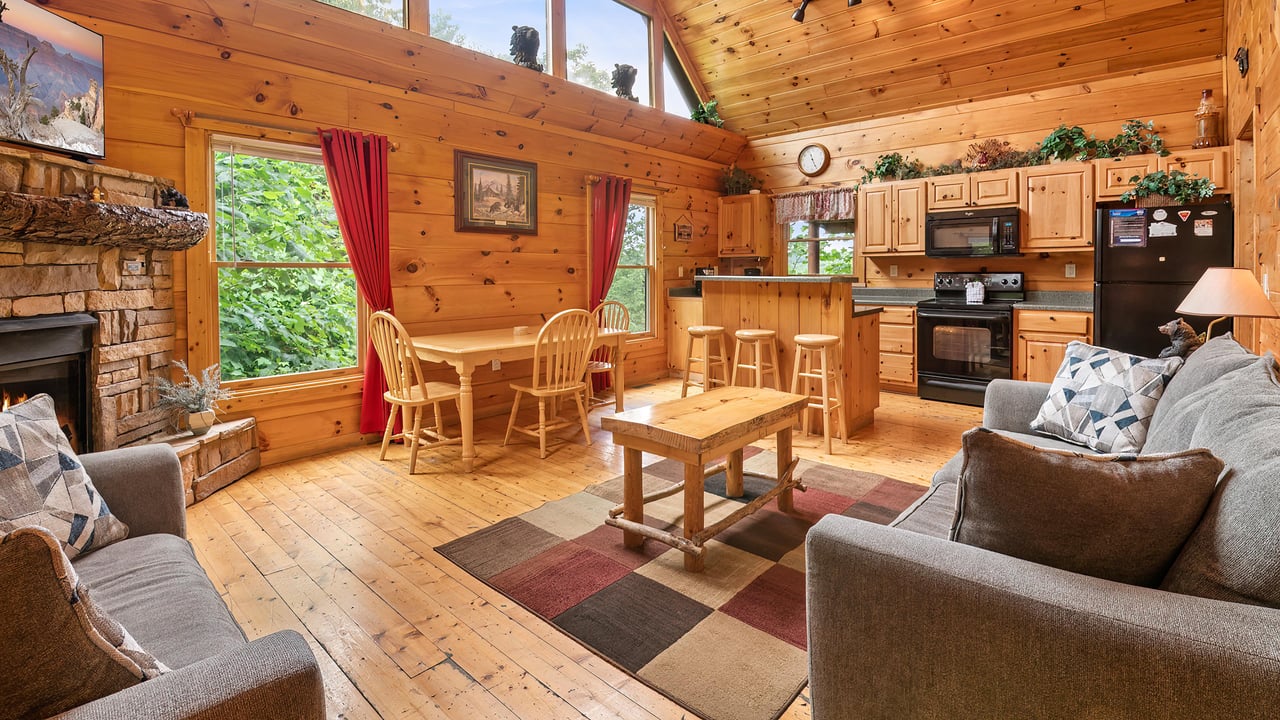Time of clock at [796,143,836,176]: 11:25
